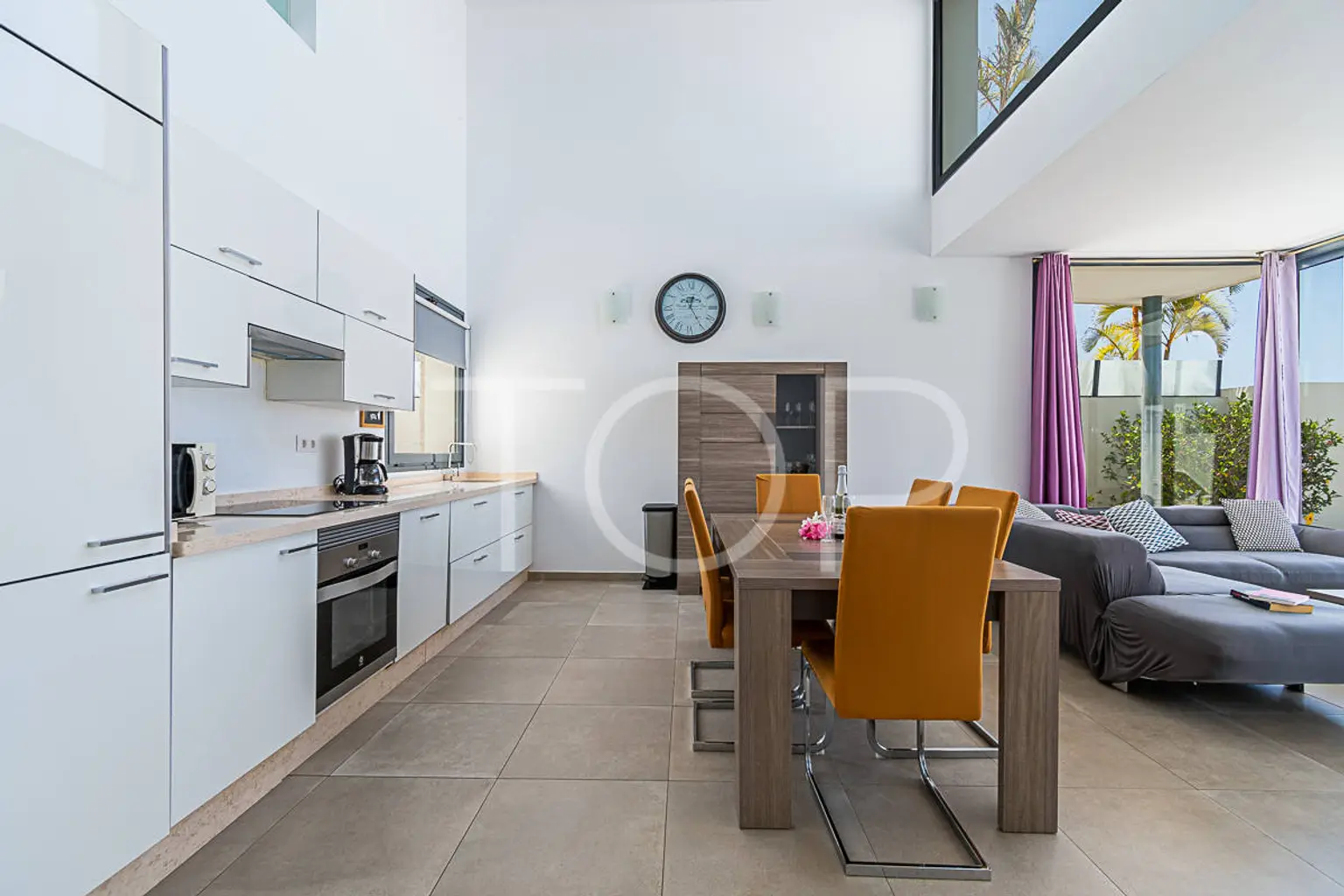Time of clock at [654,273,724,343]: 12:24
